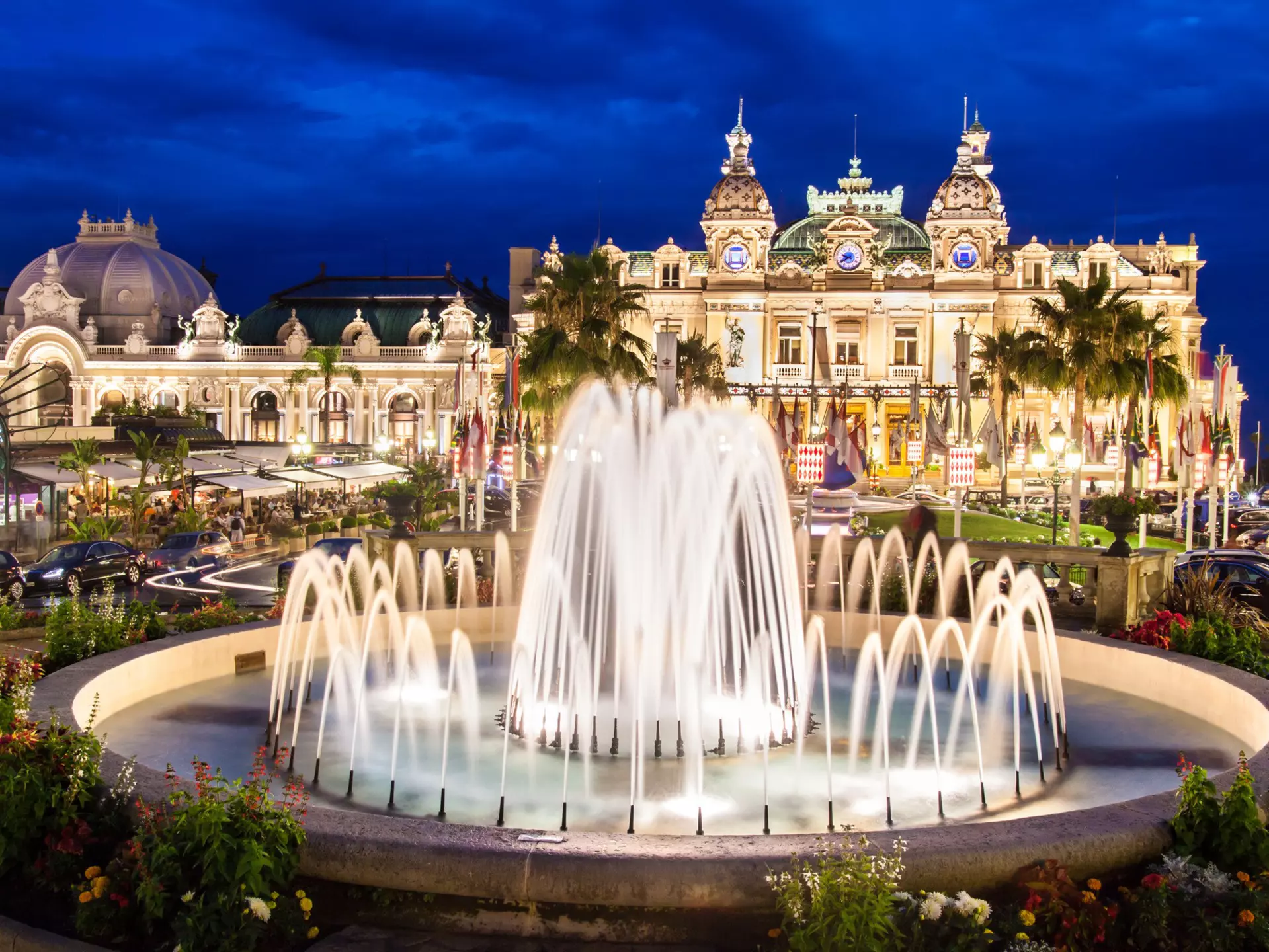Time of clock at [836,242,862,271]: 9:39
